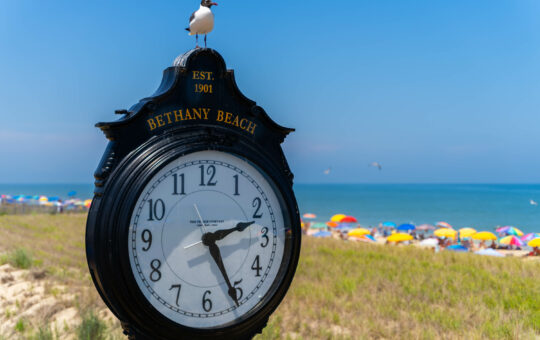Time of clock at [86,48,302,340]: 2:25
